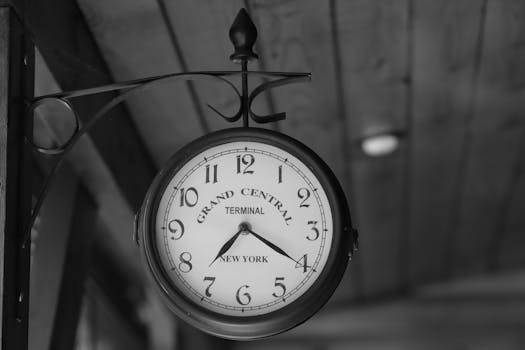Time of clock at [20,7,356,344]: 7:20
